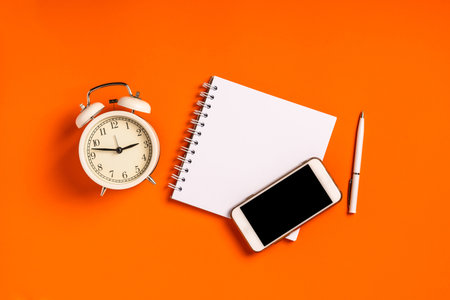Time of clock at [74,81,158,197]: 2:47
